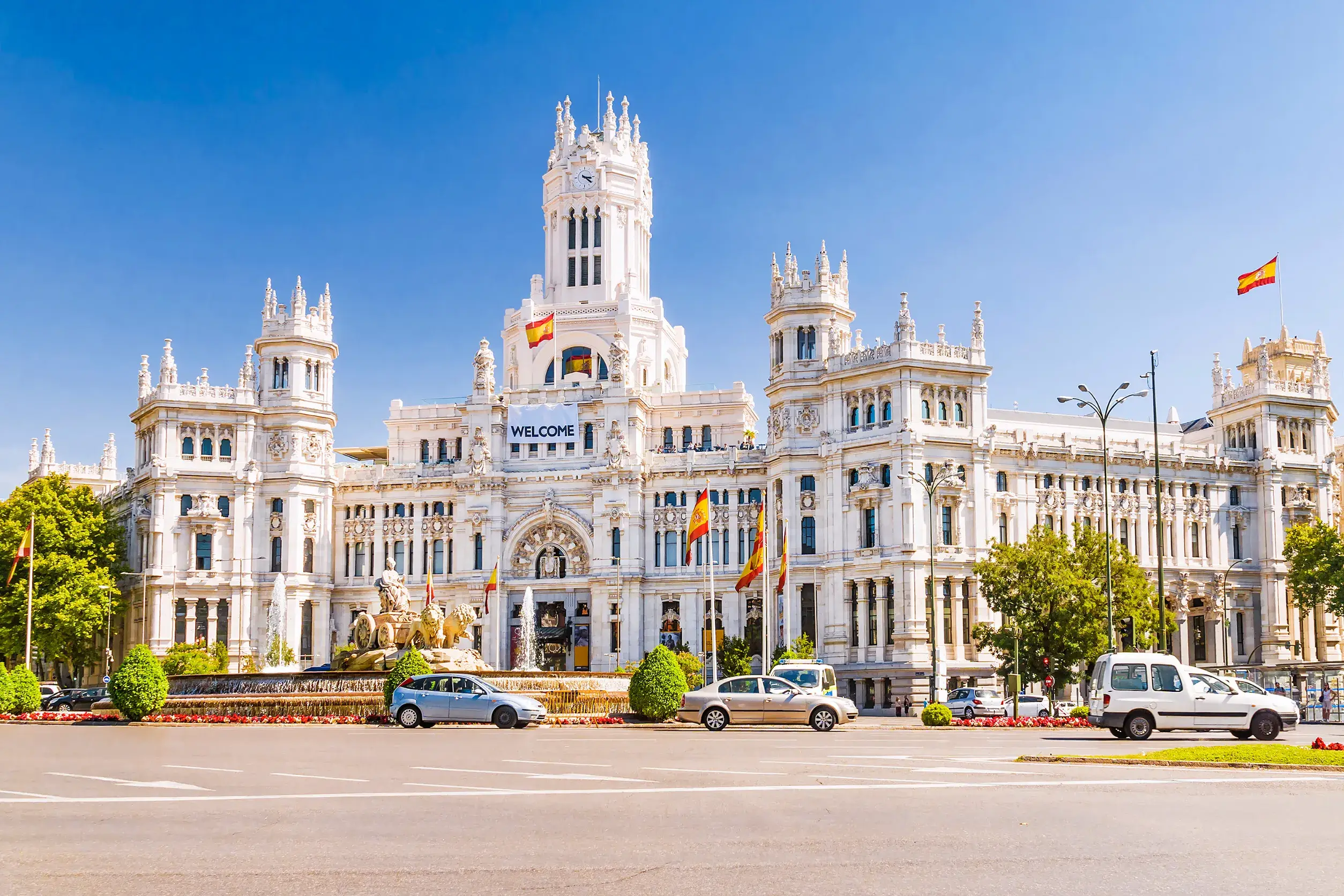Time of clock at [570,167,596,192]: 3:21
